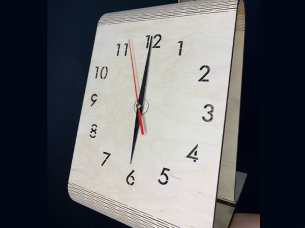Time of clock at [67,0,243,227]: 5:59
